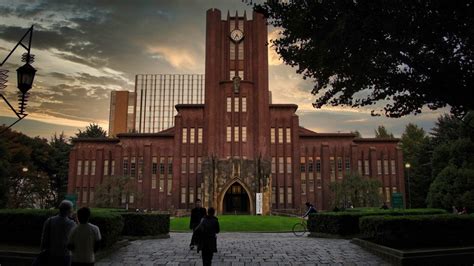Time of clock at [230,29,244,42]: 4:35
